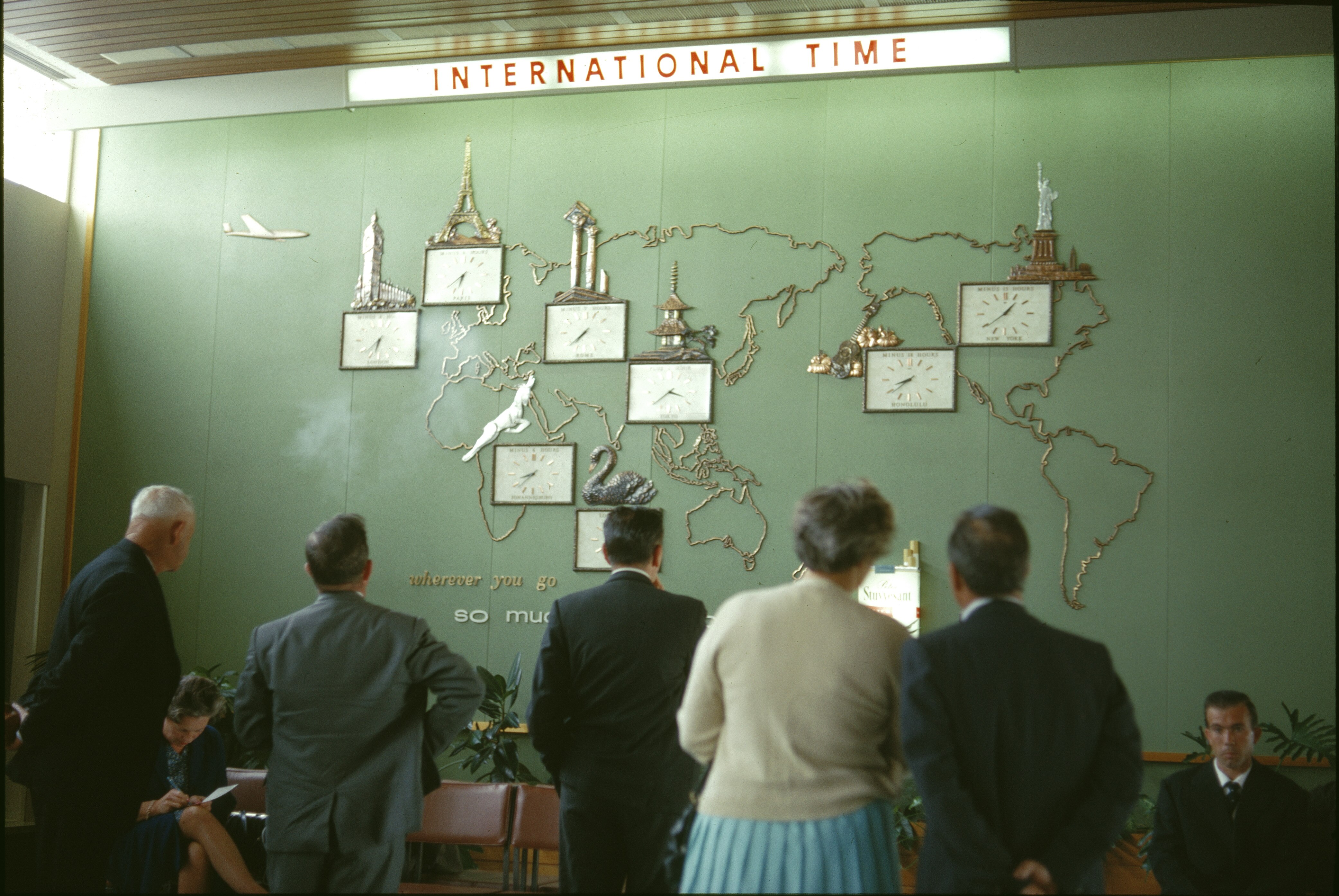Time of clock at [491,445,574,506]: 8:38
